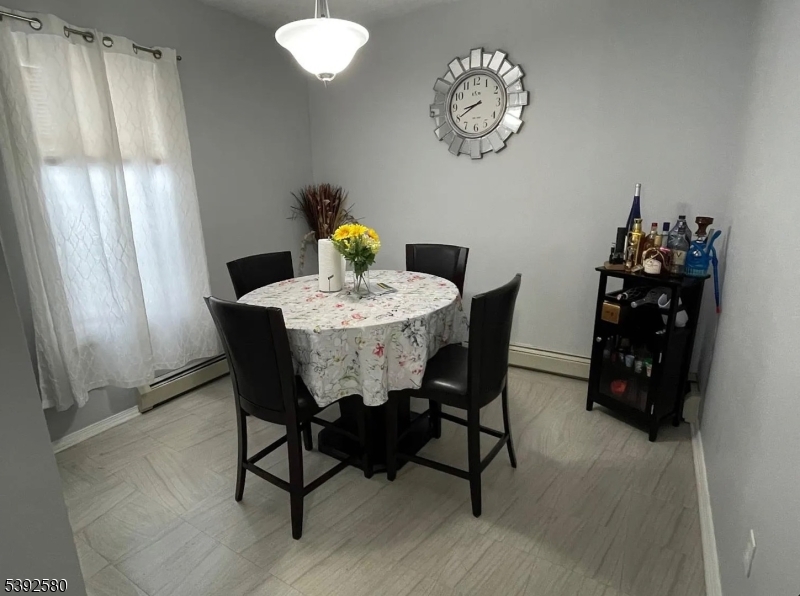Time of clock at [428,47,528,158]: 8:40
